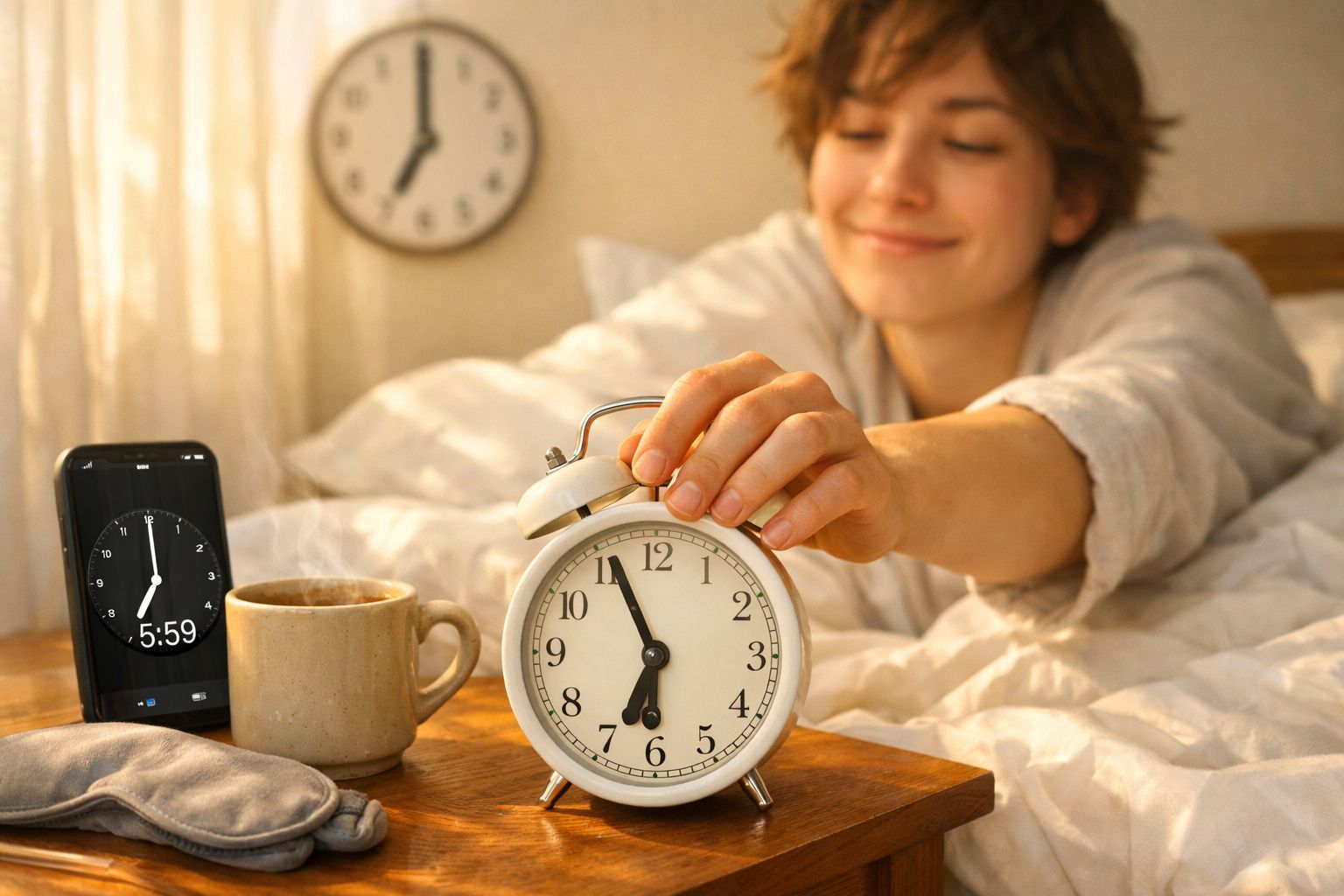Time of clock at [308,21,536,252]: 6:59
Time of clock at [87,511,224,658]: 7:00
